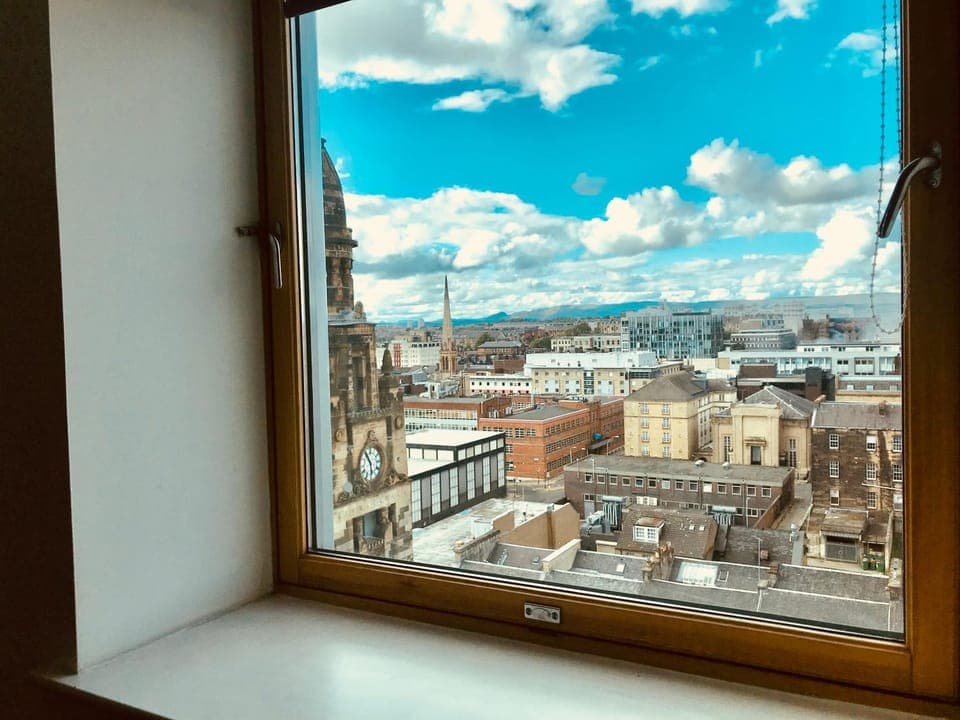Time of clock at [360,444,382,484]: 10:28
